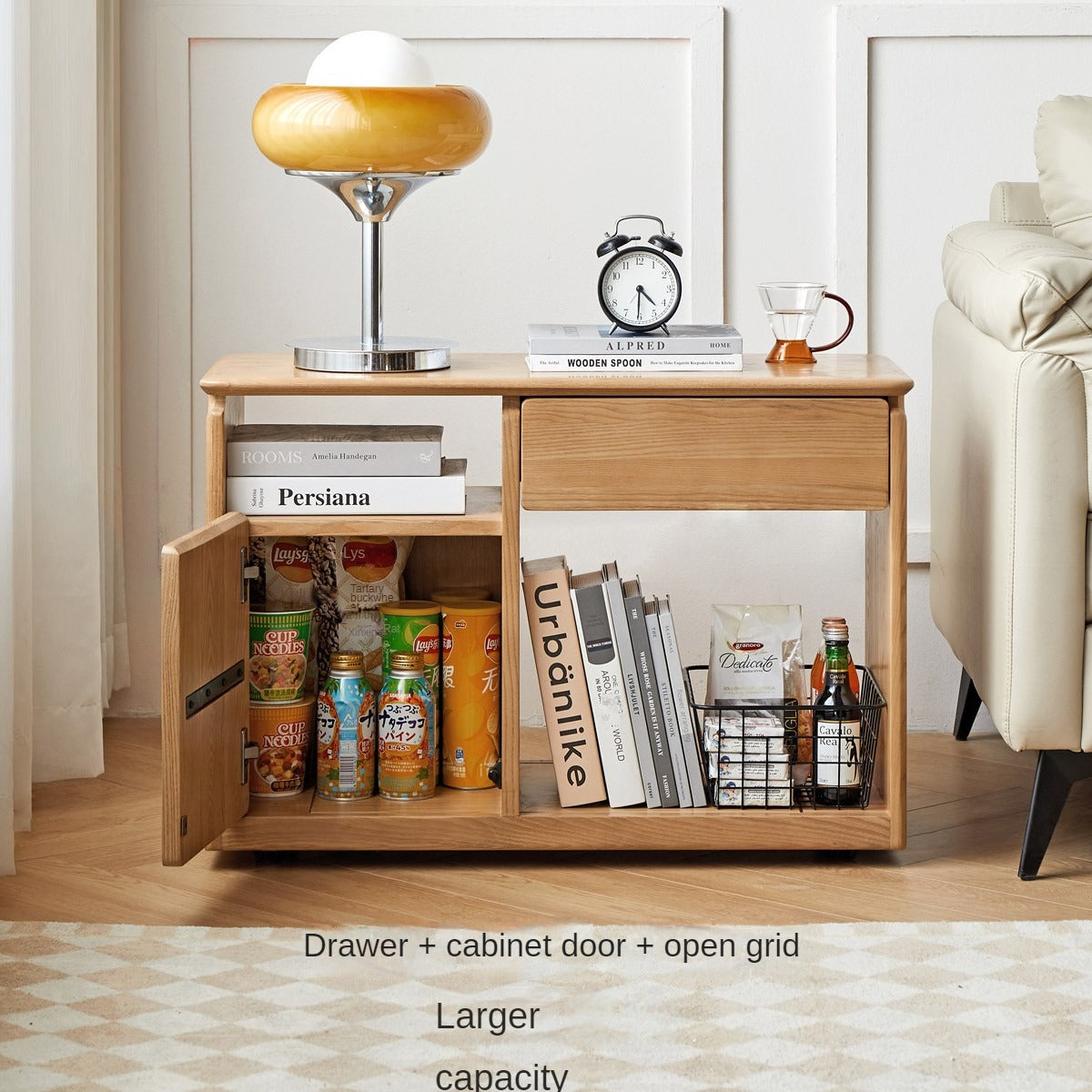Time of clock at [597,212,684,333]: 4:30
